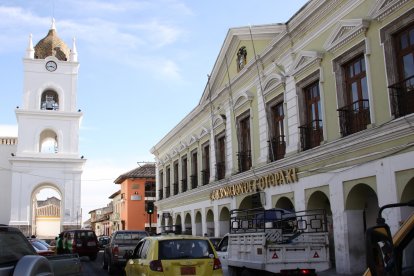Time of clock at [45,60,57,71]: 3:43
